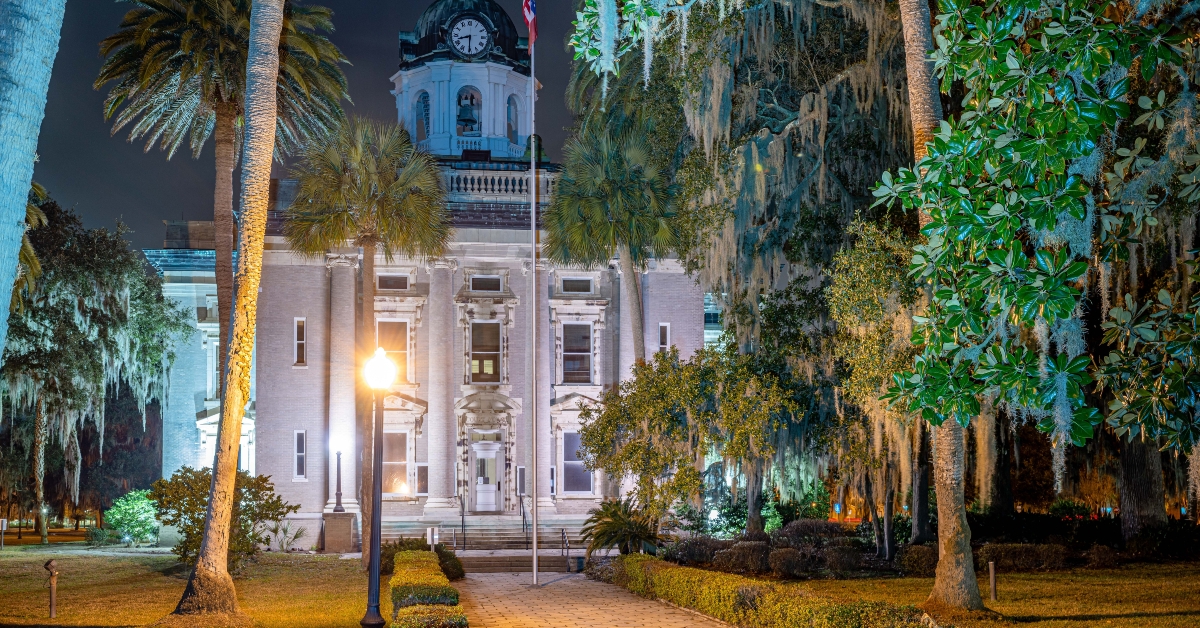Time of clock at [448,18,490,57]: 8:30
